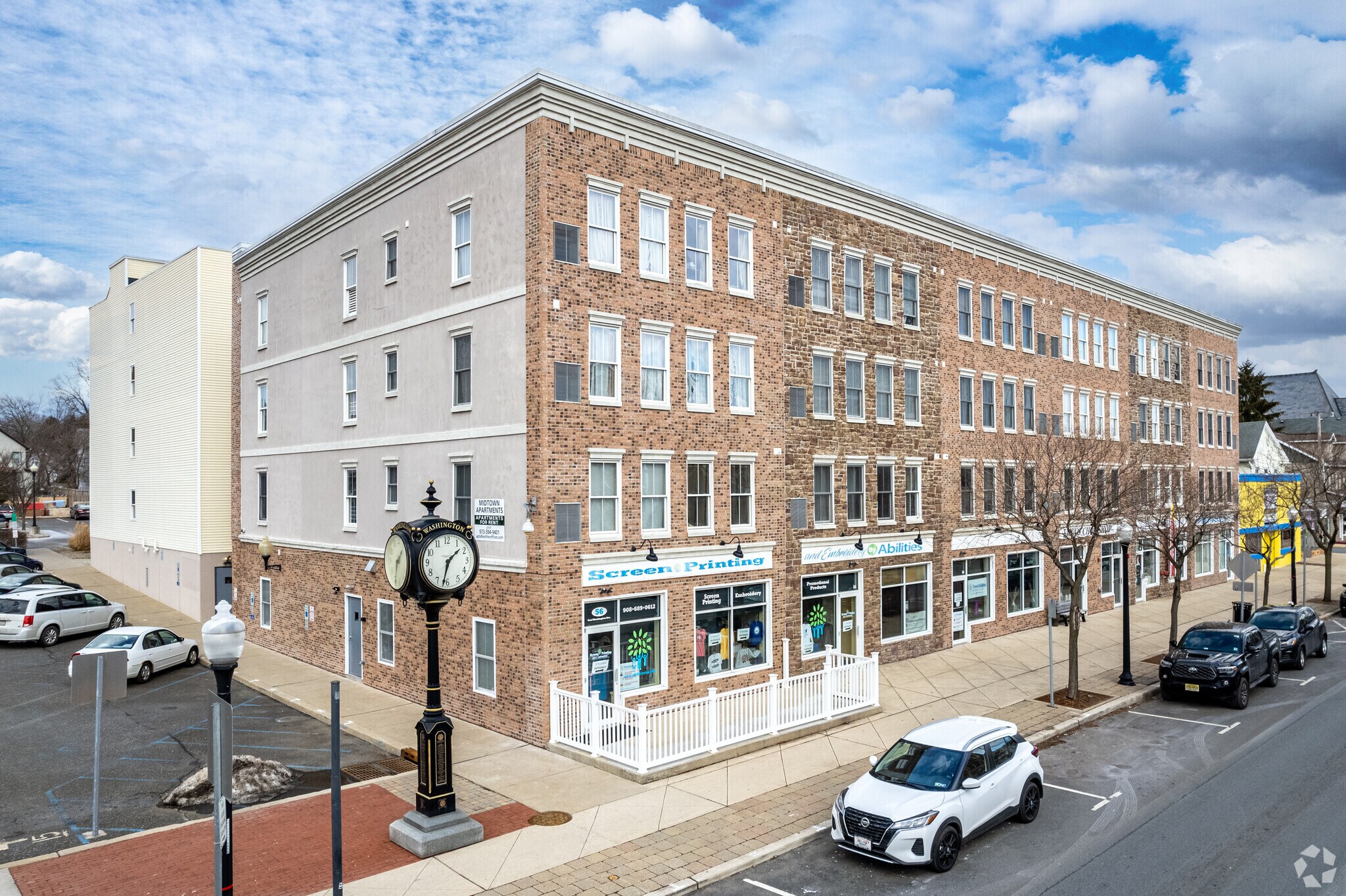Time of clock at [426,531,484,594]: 1:32
